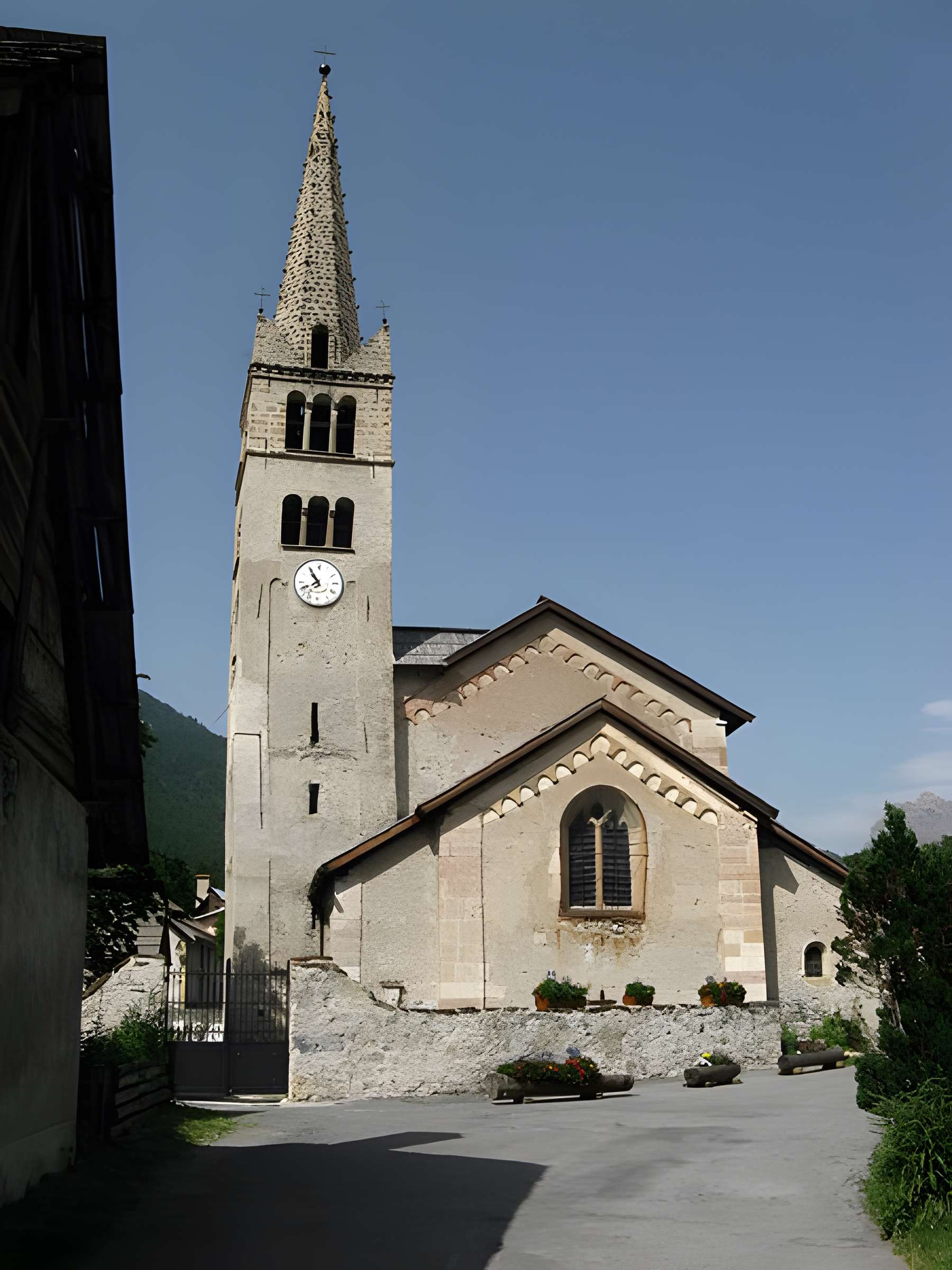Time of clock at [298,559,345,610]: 7:54
